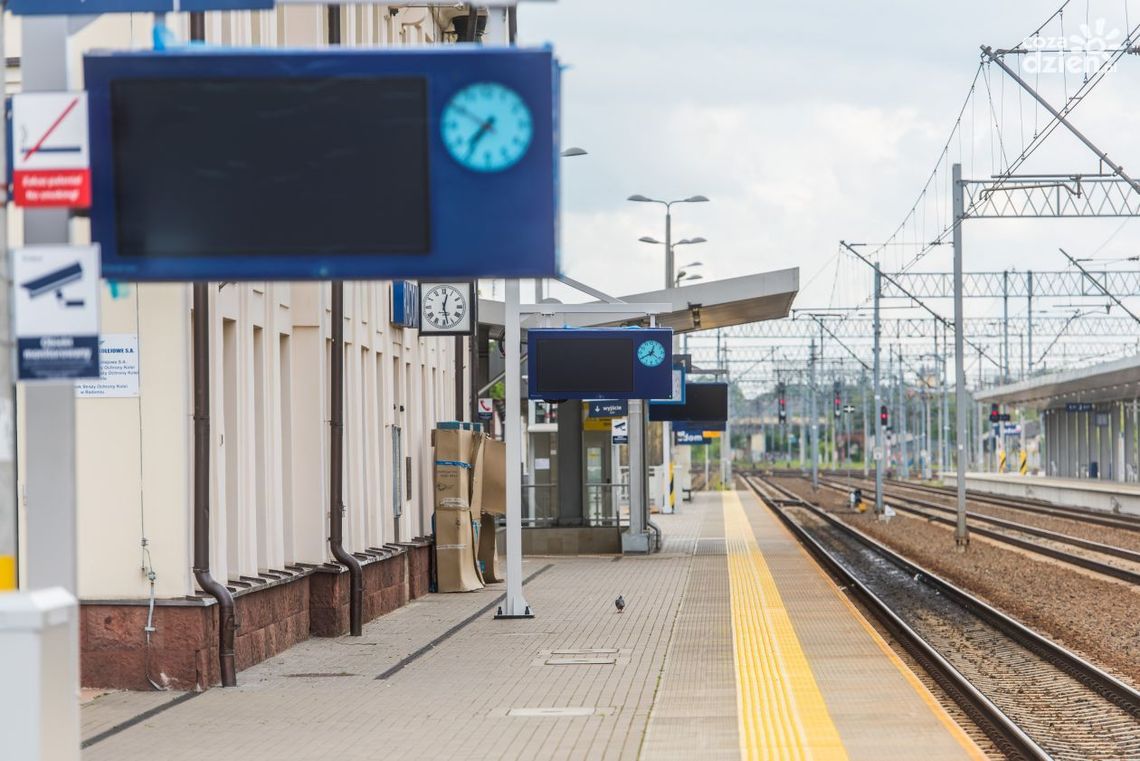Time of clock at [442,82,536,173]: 7:36
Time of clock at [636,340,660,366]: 12:40
